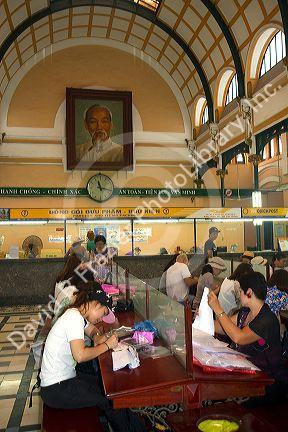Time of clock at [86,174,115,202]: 11:17
